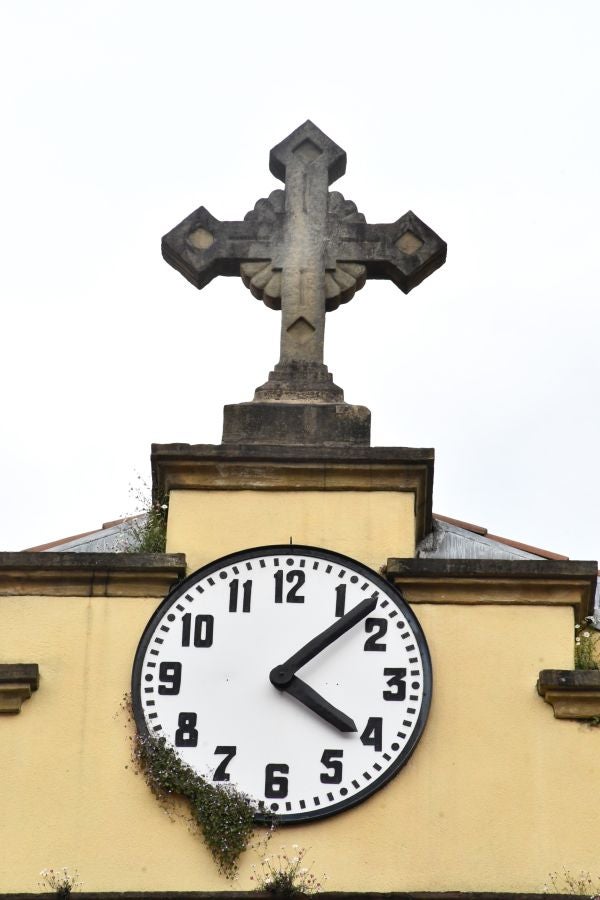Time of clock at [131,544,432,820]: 4:07
